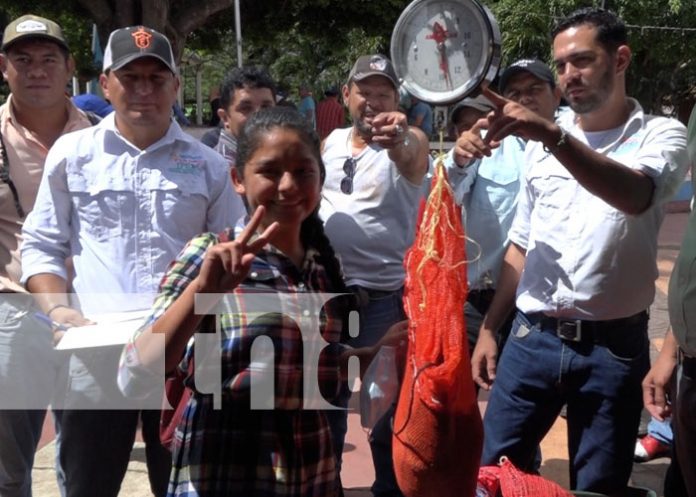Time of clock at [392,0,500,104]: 10:28
